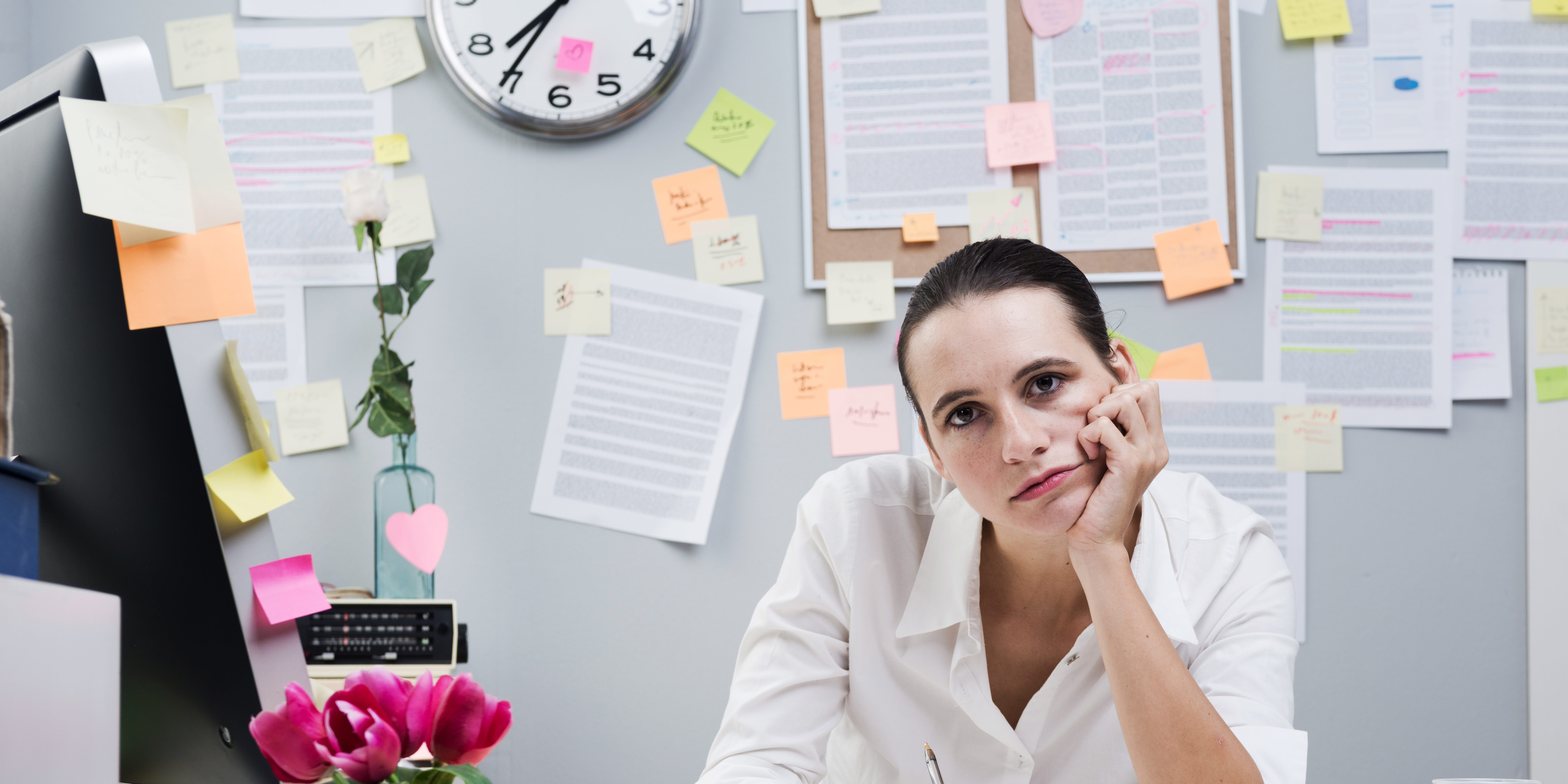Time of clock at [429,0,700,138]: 7:35
